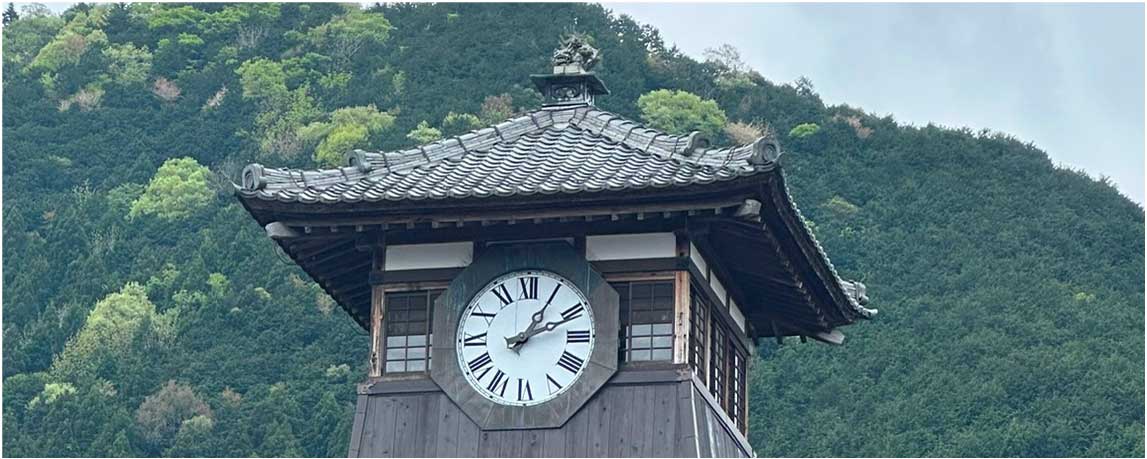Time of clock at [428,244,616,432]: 2:05
